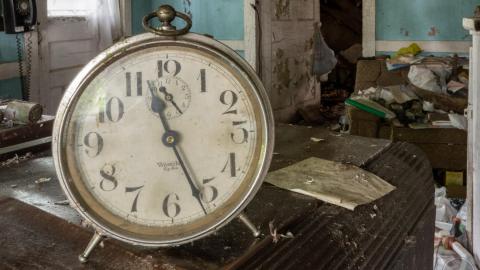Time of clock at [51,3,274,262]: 11:26
